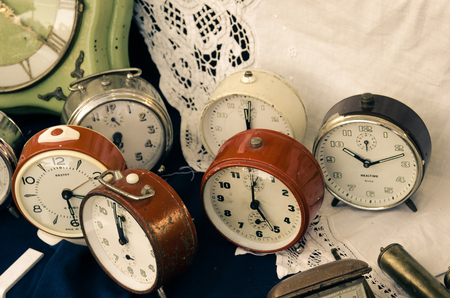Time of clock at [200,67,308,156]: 12:01
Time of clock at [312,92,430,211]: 10:12
